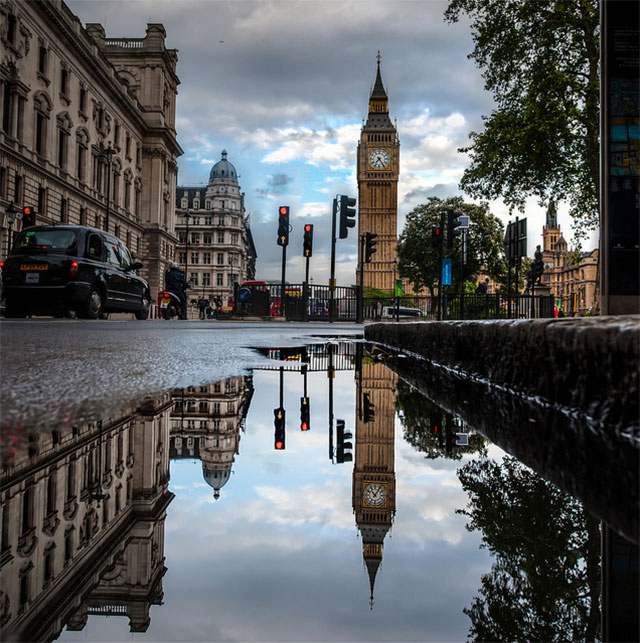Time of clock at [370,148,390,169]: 7:24
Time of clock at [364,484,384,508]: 11:05
